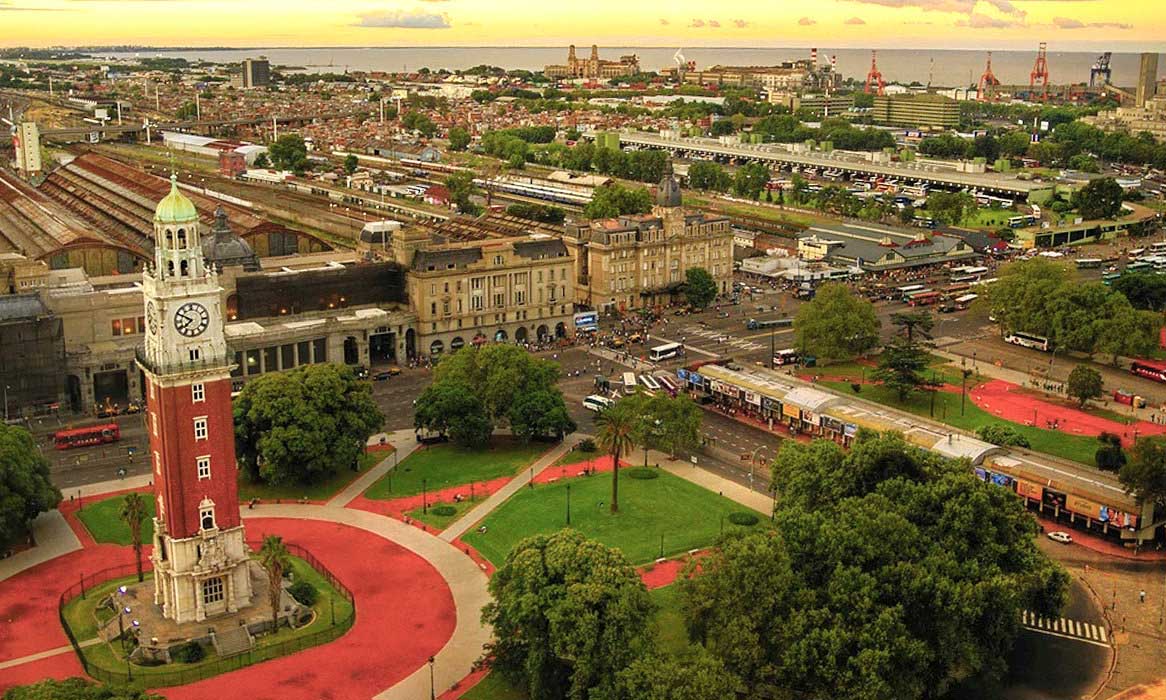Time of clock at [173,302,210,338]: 7:49
